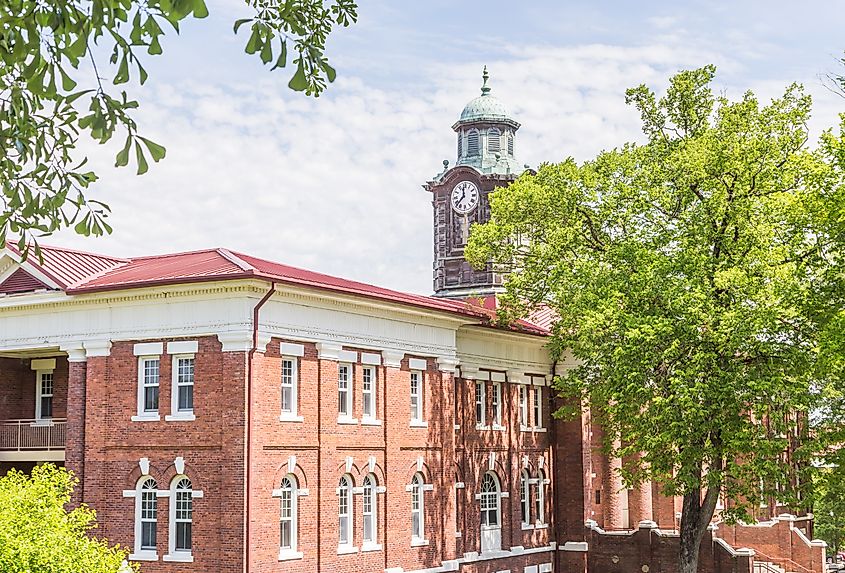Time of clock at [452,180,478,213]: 11:37
